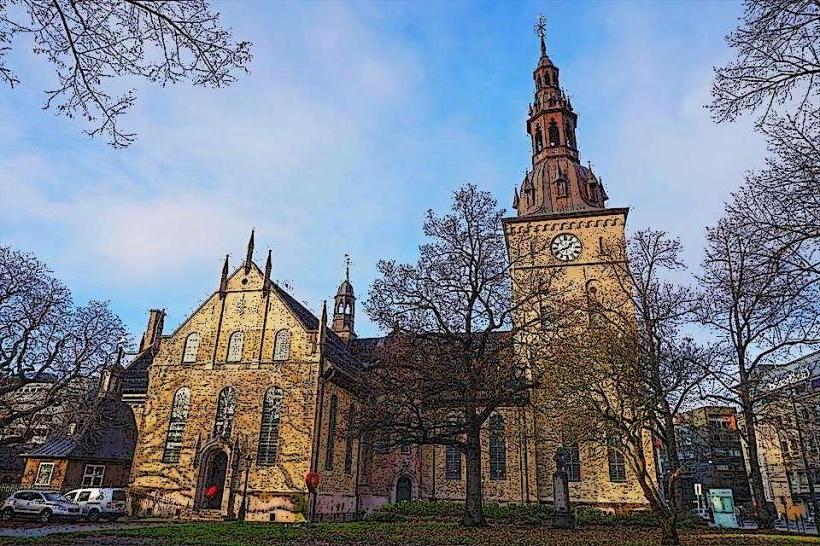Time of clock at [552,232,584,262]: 1:41
